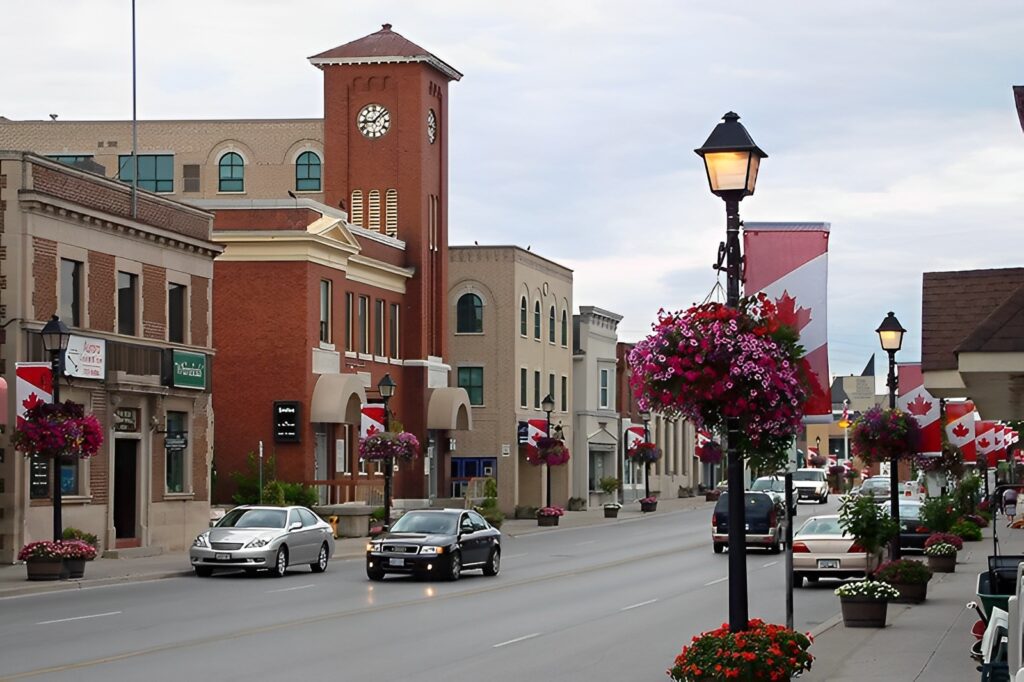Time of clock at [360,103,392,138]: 9:07
